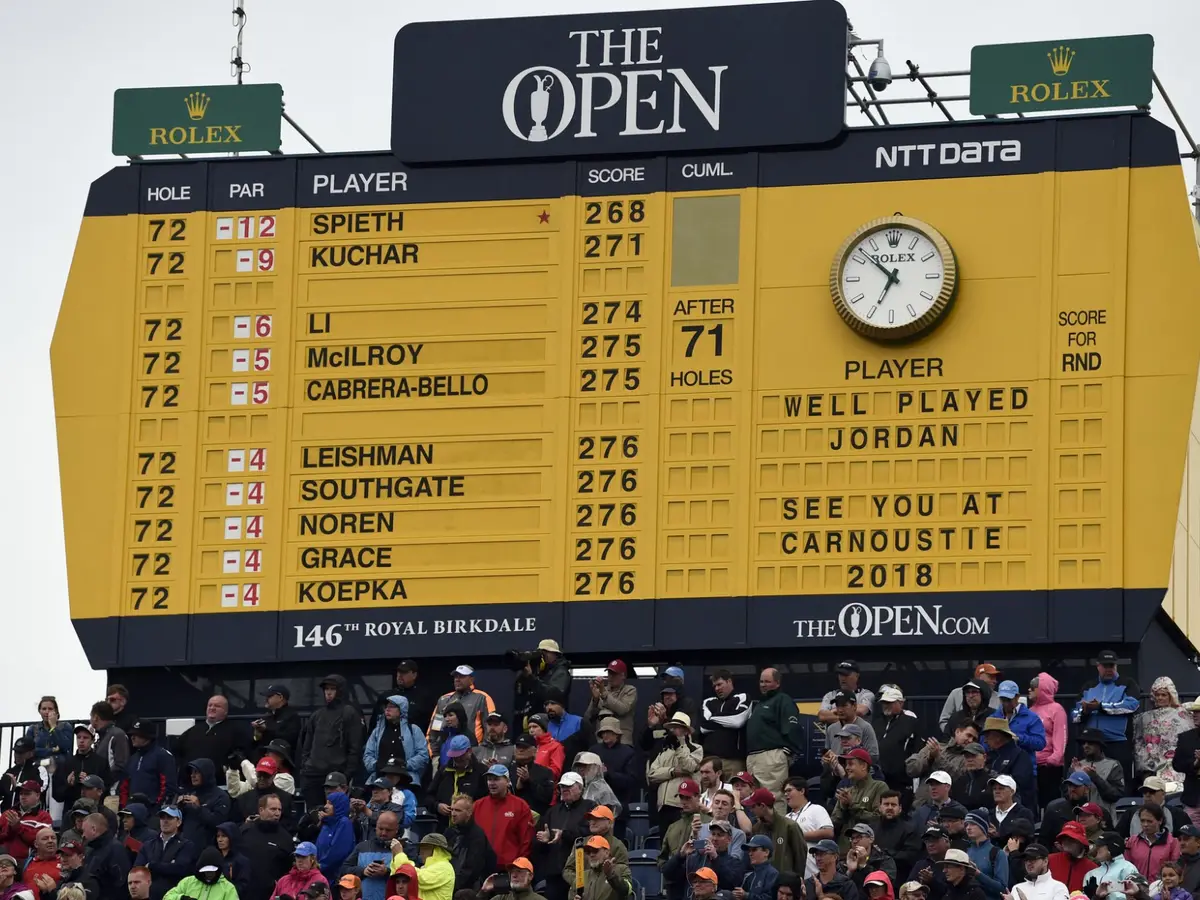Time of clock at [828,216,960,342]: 6:52
